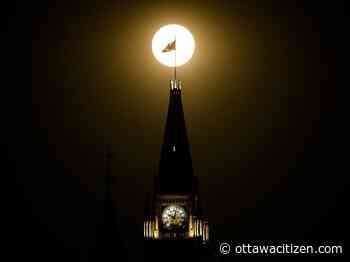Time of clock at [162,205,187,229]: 10:02
